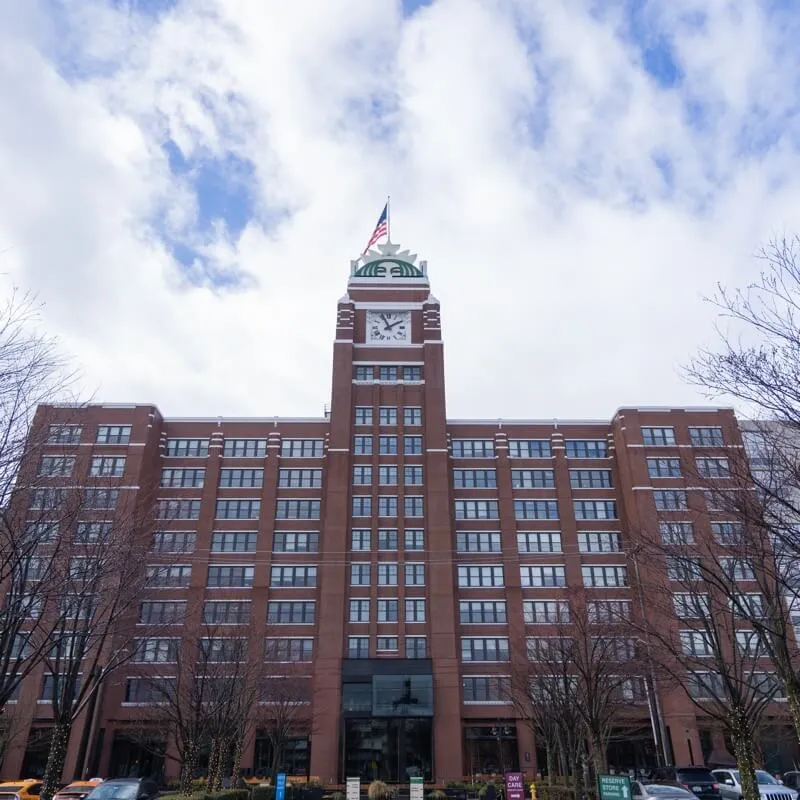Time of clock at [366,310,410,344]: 1:56
